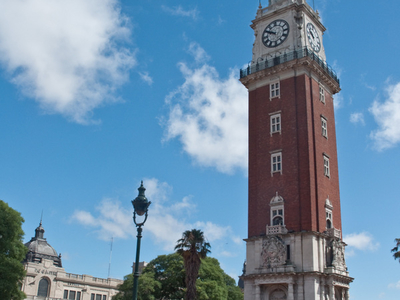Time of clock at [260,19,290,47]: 9:50
